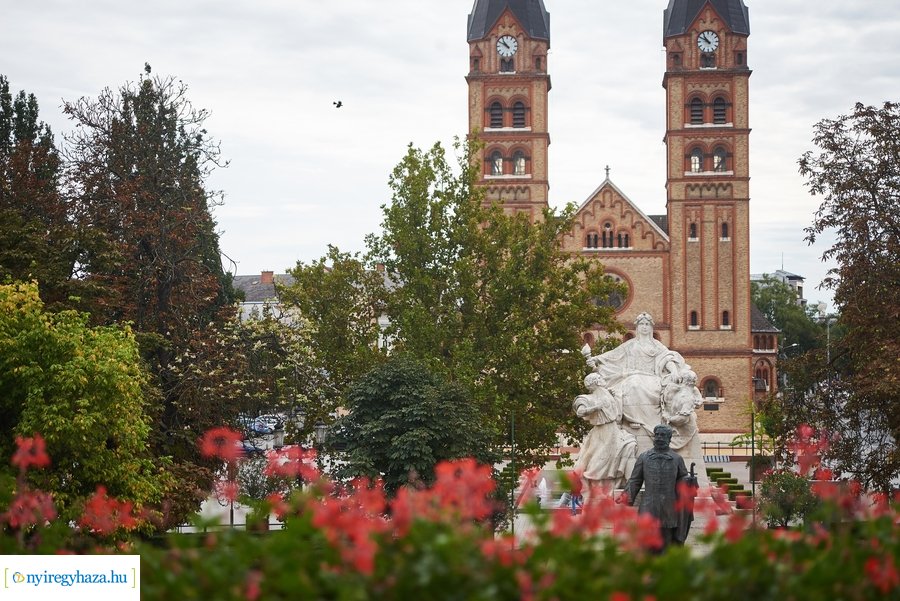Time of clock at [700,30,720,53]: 10:50
